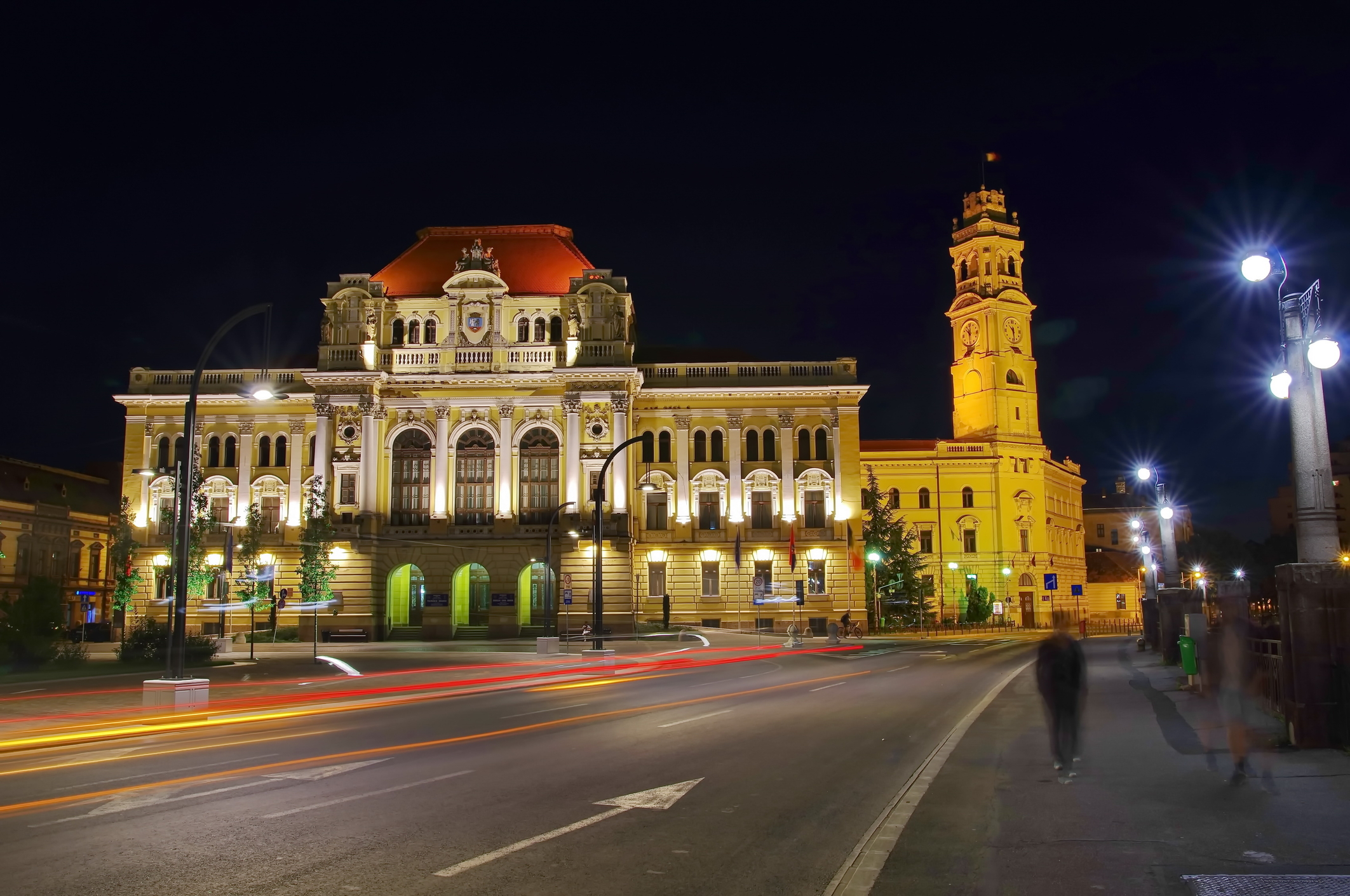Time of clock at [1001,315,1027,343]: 10:28
